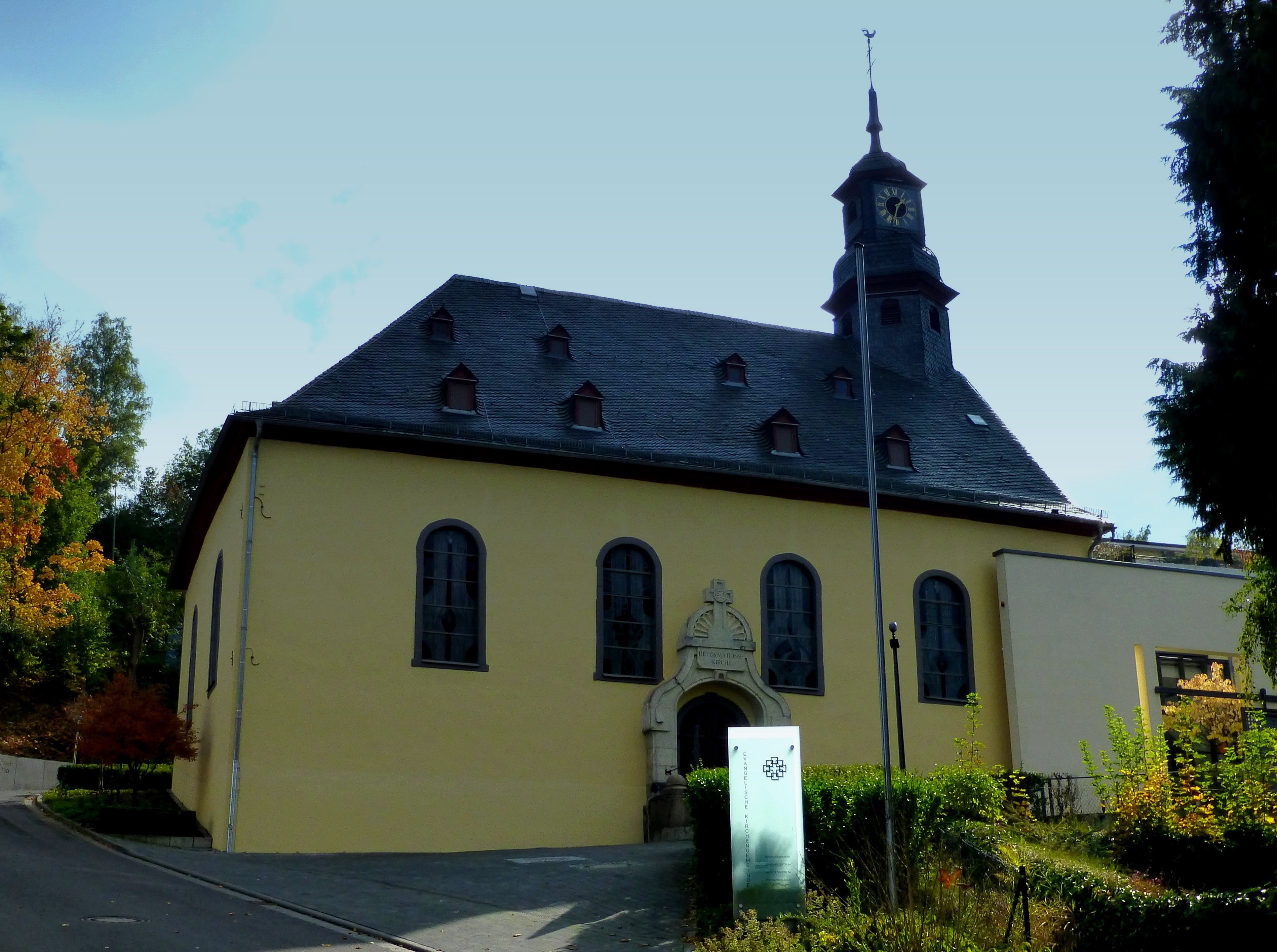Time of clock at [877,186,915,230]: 1:32
